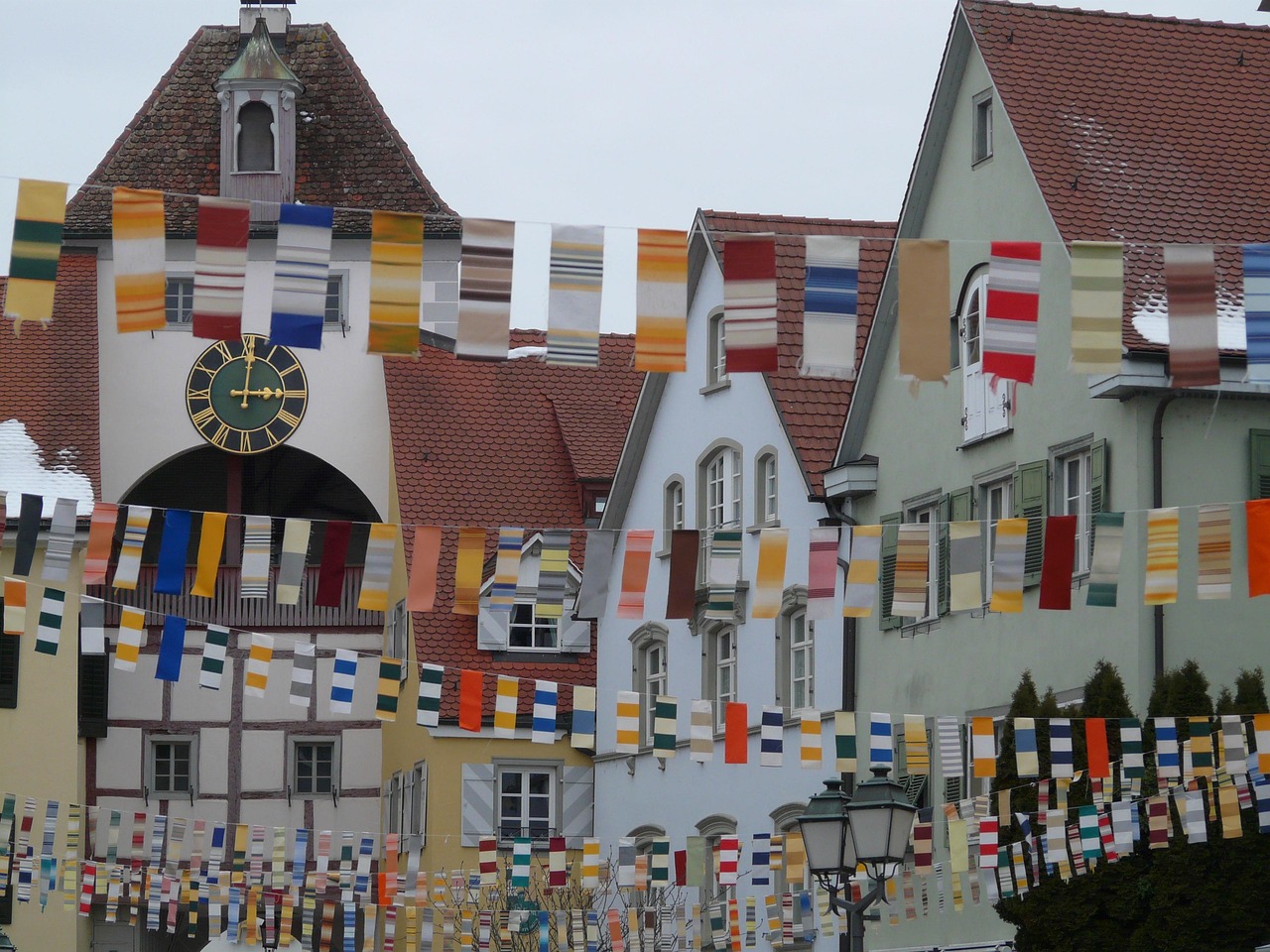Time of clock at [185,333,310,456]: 3:00
